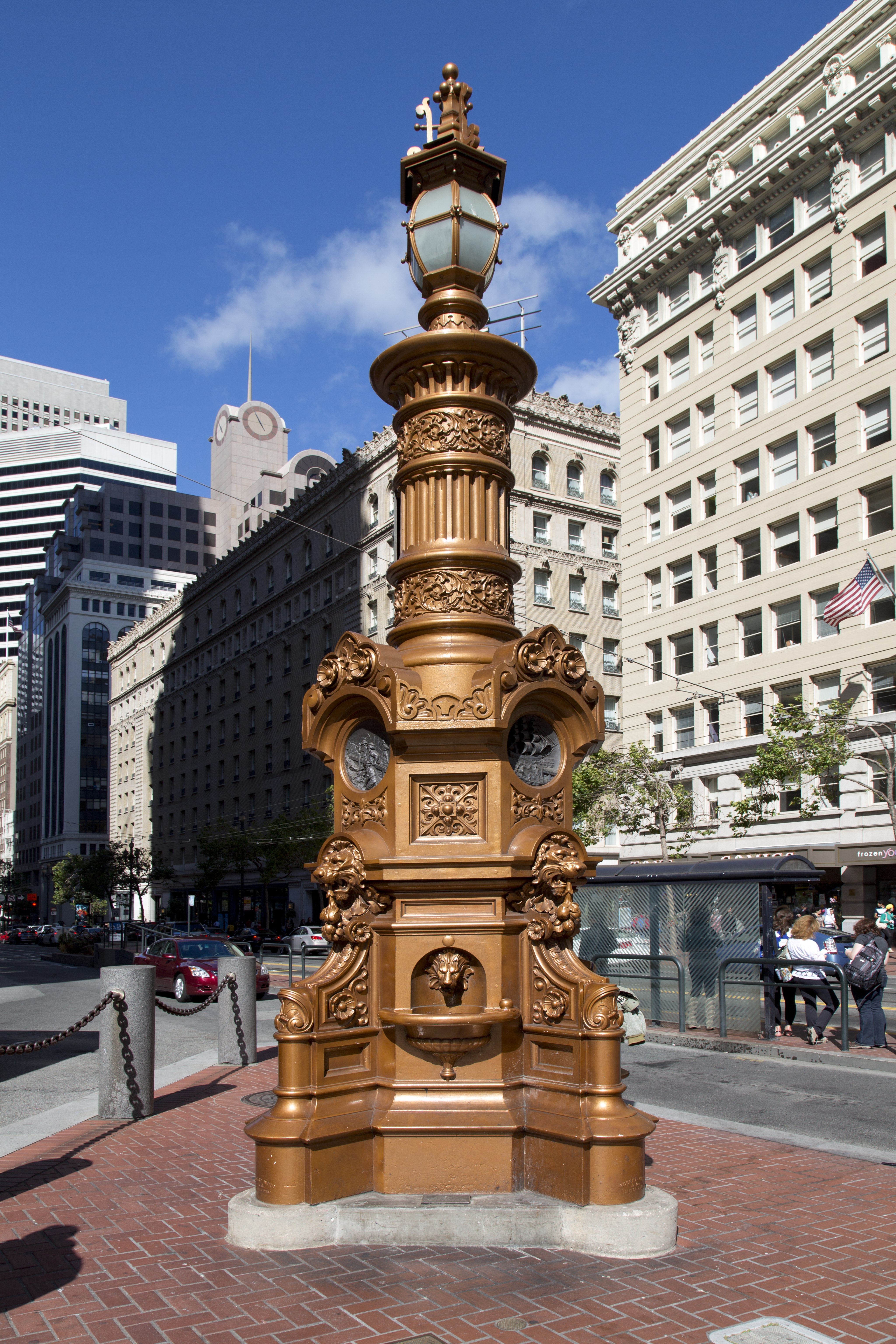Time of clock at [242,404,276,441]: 4:55
